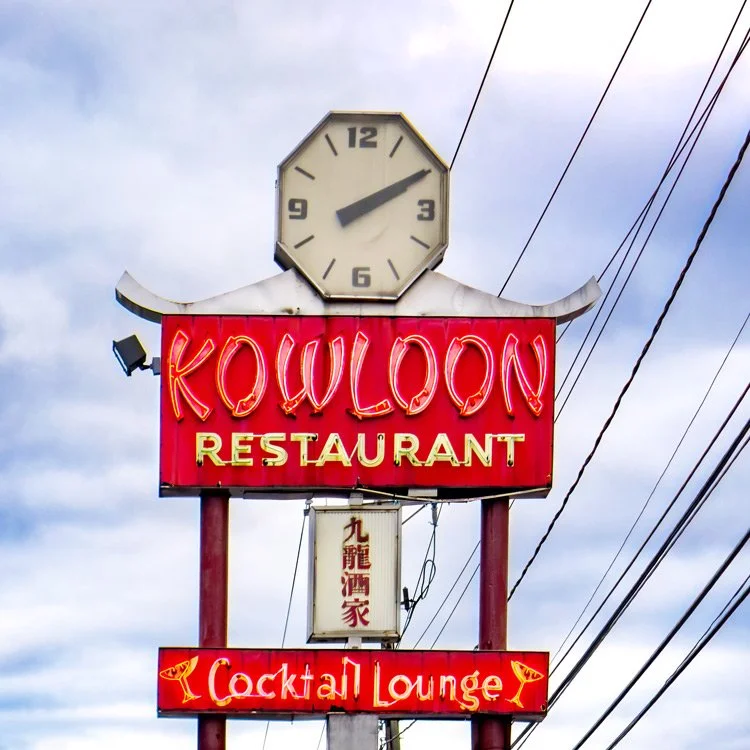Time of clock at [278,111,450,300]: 2:10
